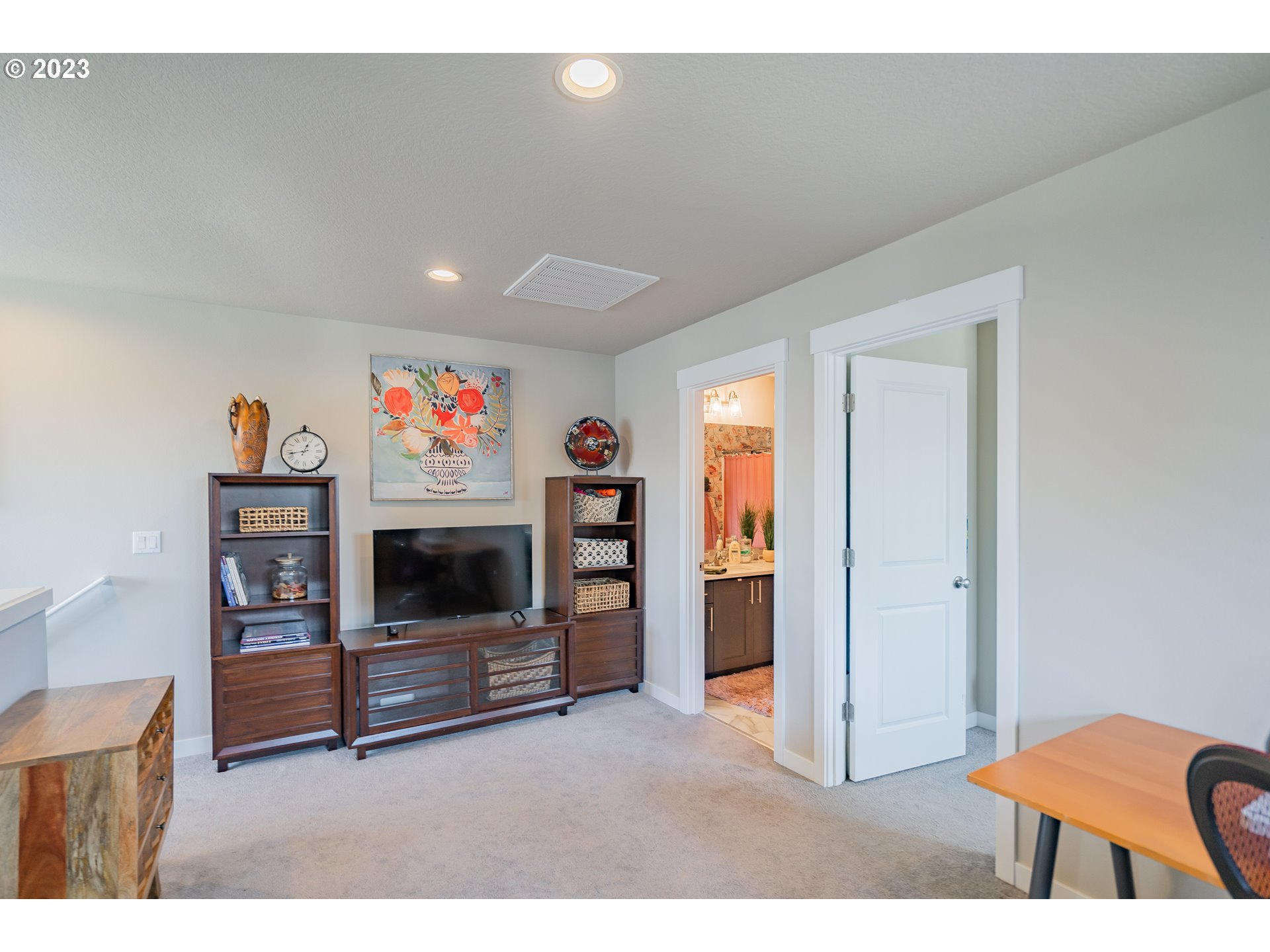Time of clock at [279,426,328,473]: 12:43
